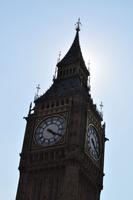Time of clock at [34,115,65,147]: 4:19
